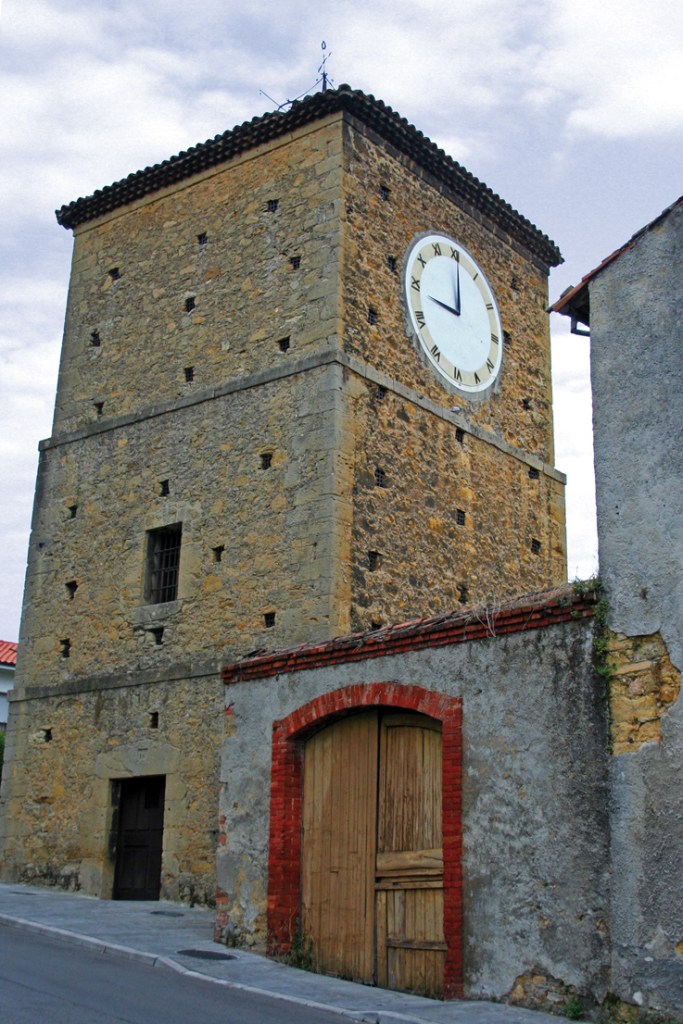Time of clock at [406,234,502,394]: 8:59
